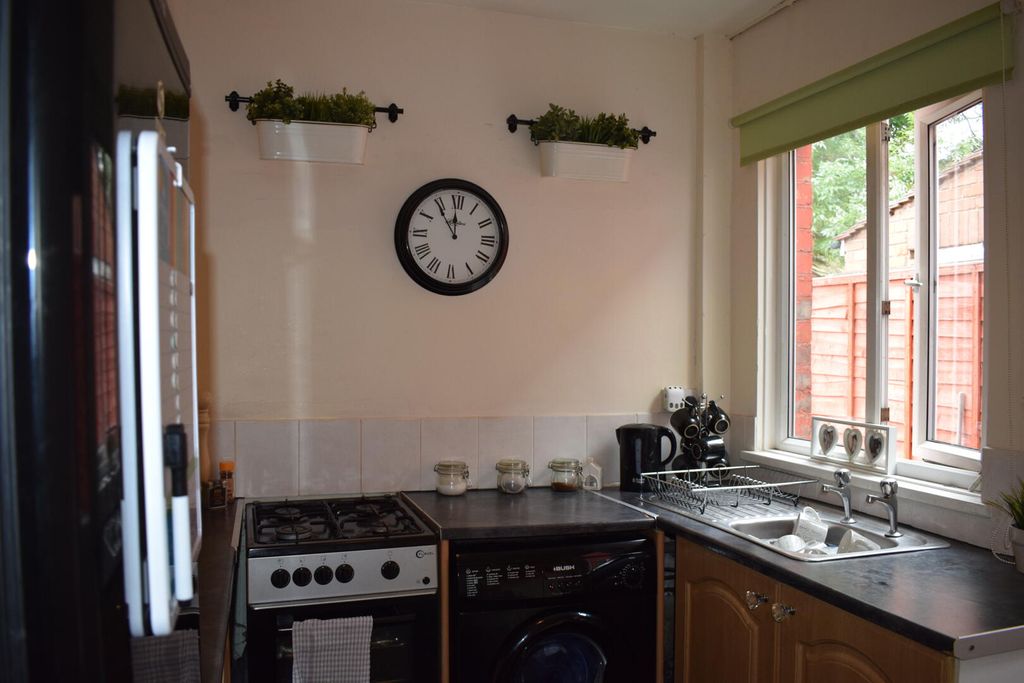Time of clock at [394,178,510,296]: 11:54
